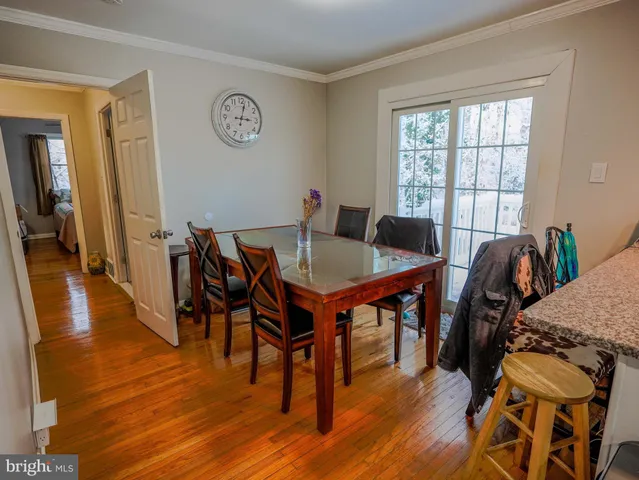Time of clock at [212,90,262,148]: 3:02
